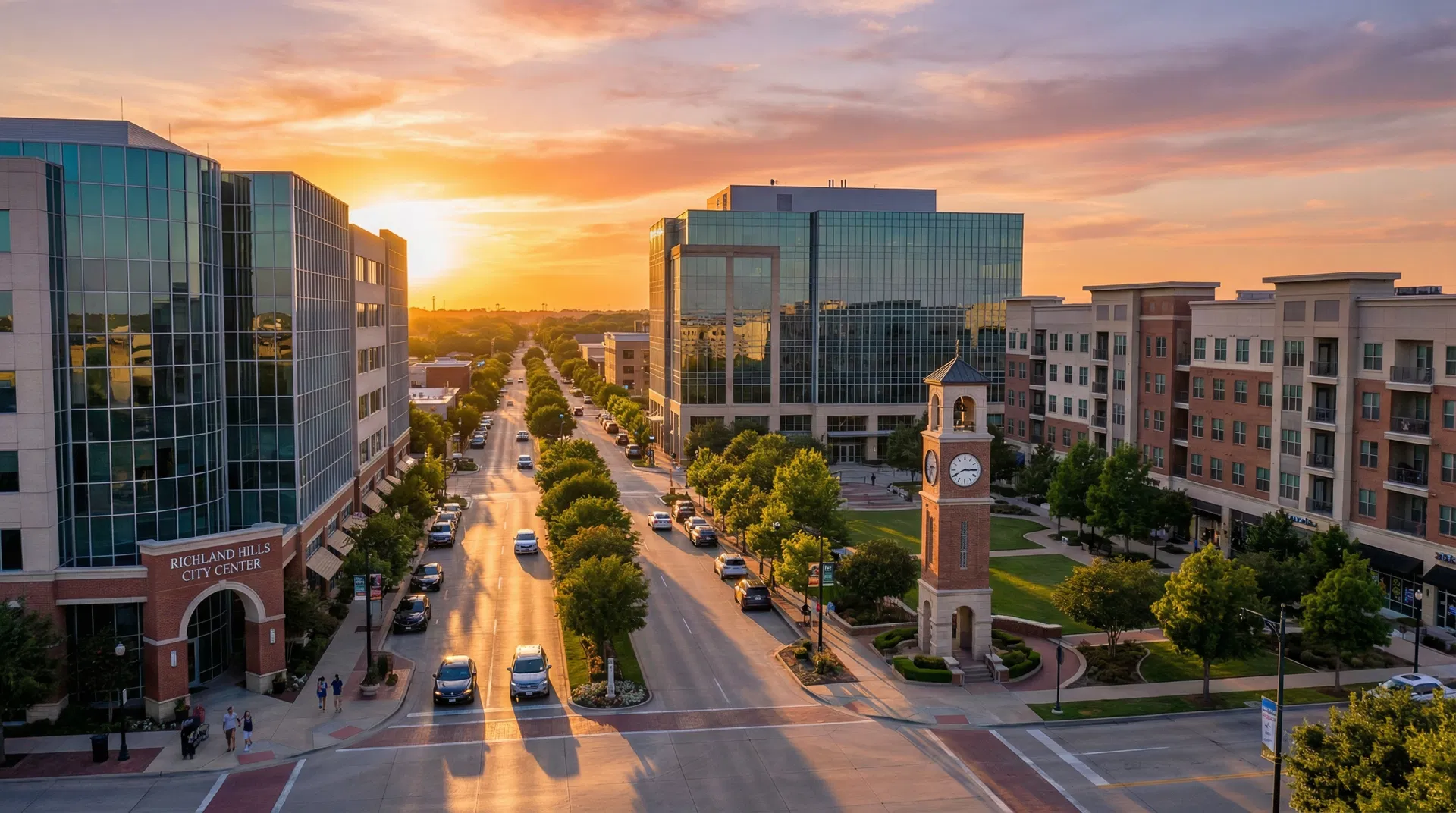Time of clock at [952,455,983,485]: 2:40
